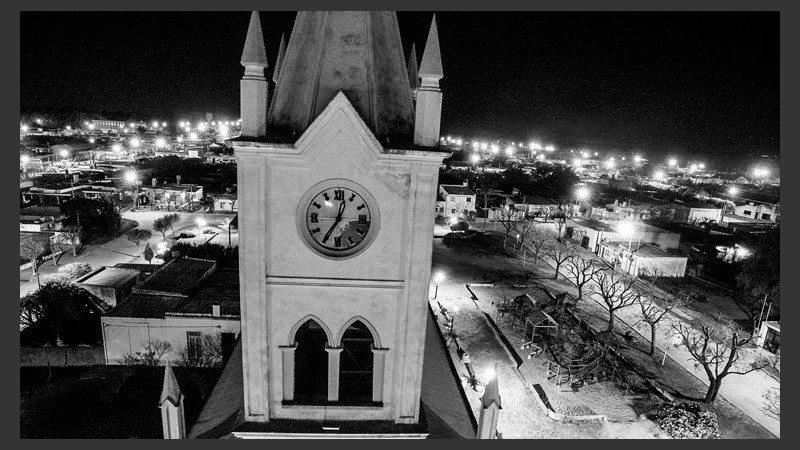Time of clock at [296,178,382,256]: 12:35
